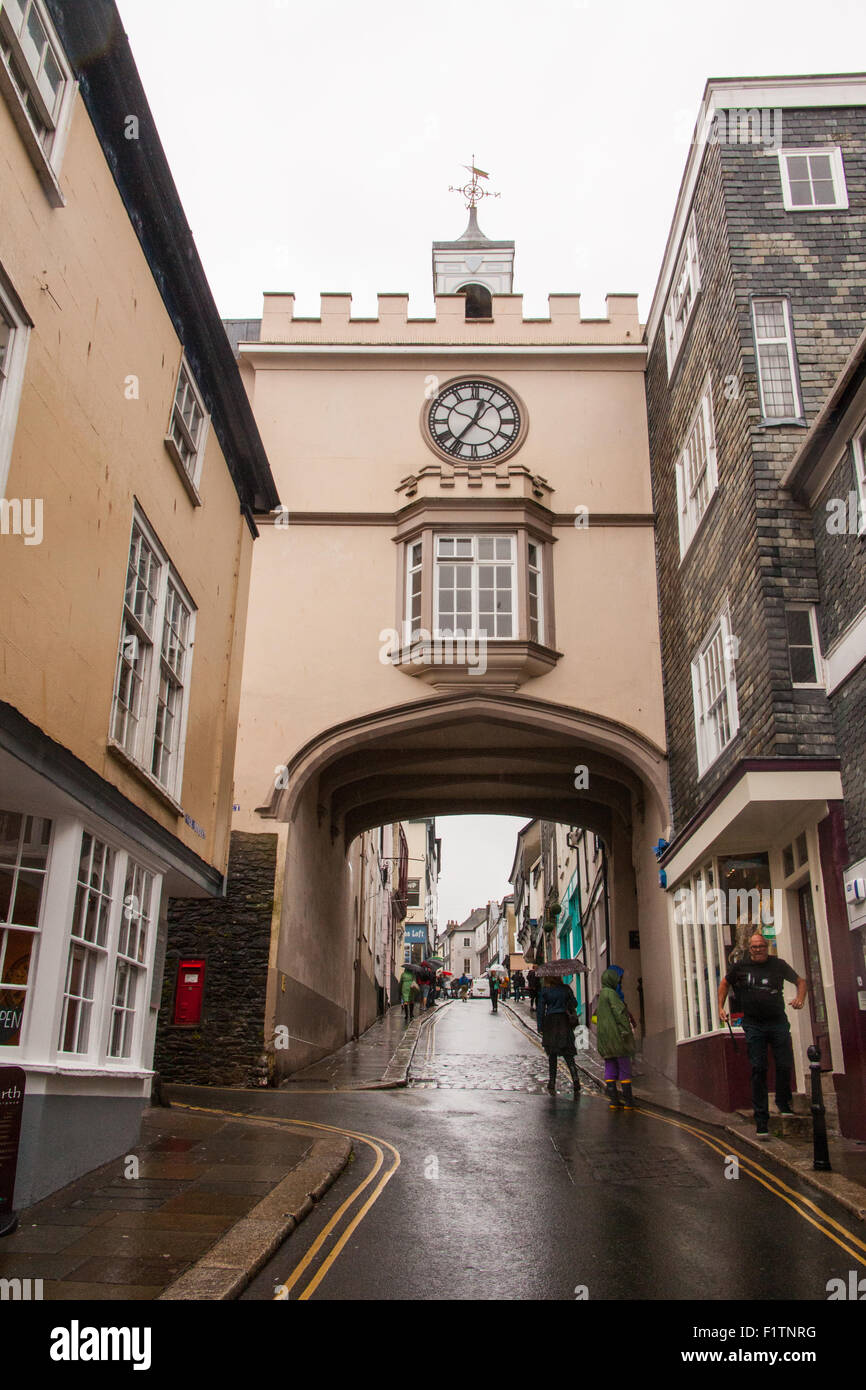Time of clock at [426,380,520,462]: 12:36
